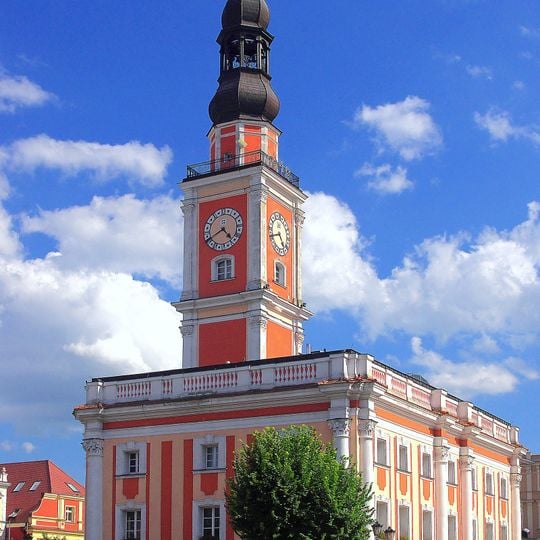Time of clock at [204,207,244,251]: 4:40
